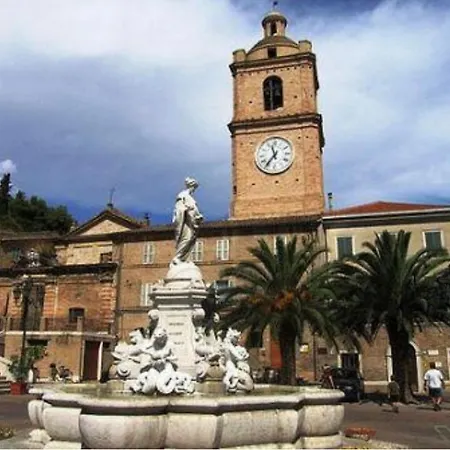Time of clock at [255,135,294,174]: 11:36
